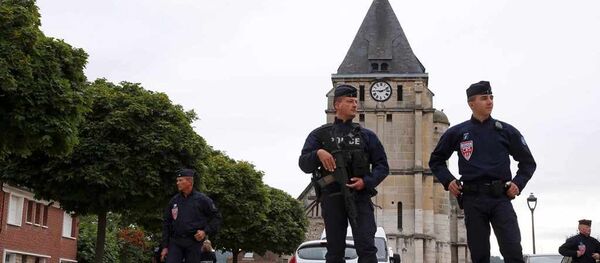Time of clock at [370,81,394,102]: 9:11
